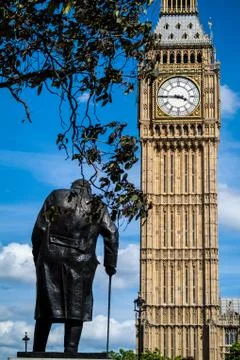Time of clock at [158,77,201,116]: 3:45
